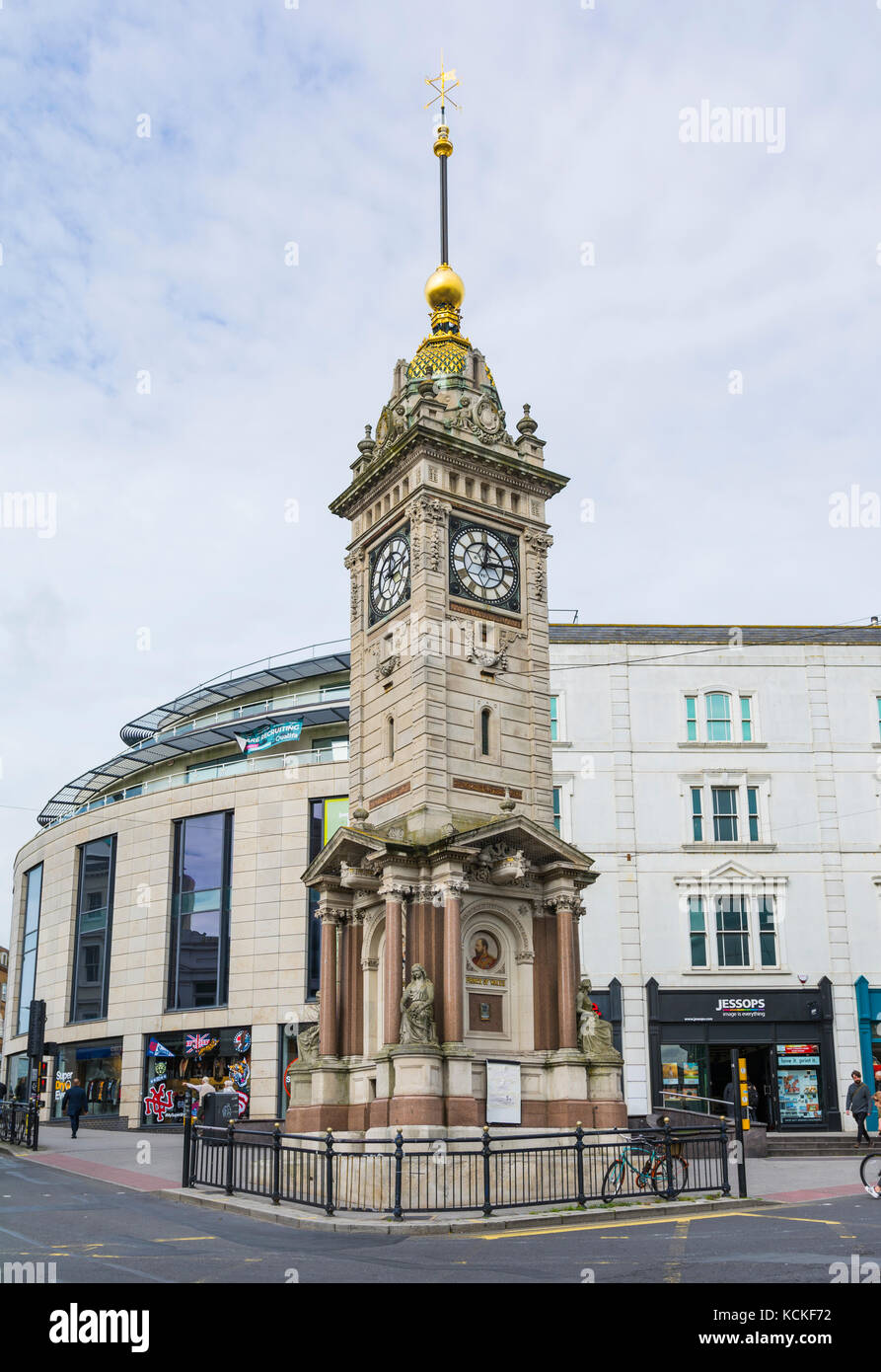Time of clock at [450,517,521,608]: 12:13
